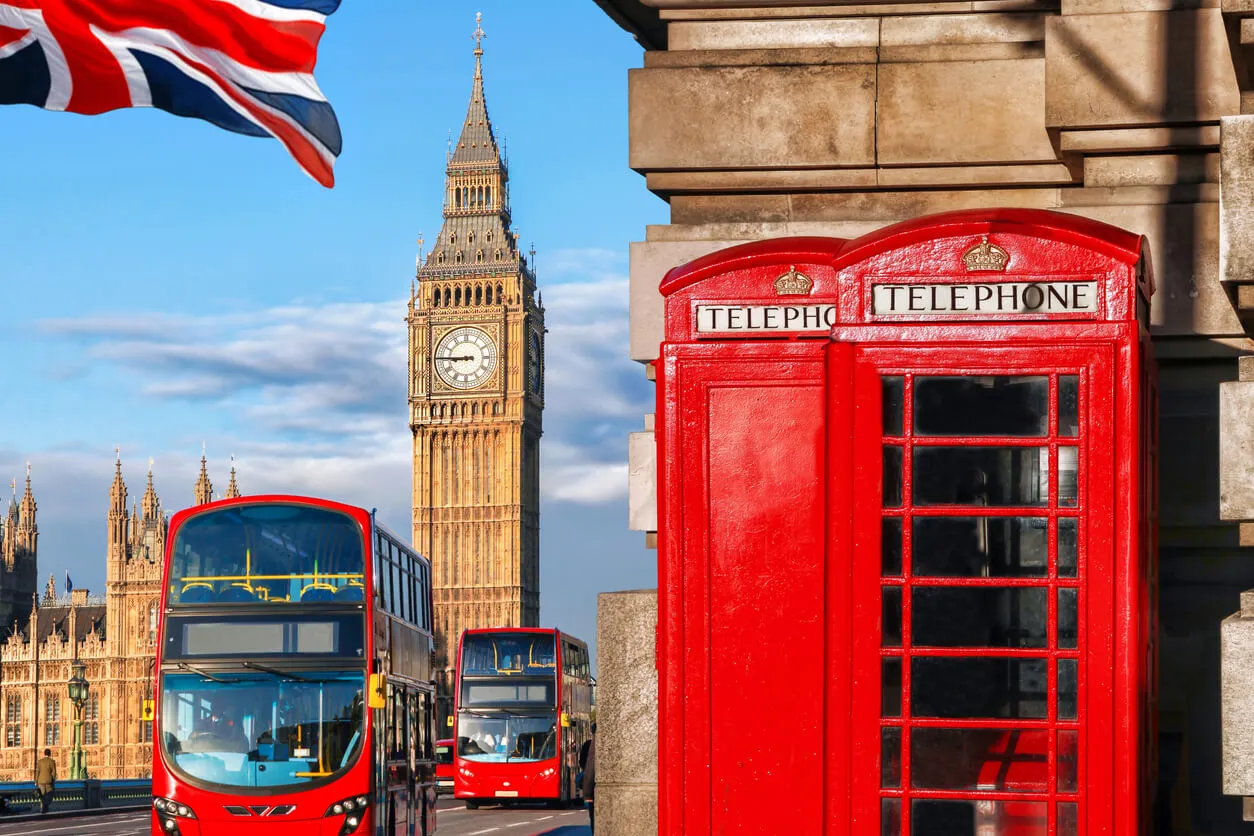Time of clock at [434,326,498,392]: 8:45
